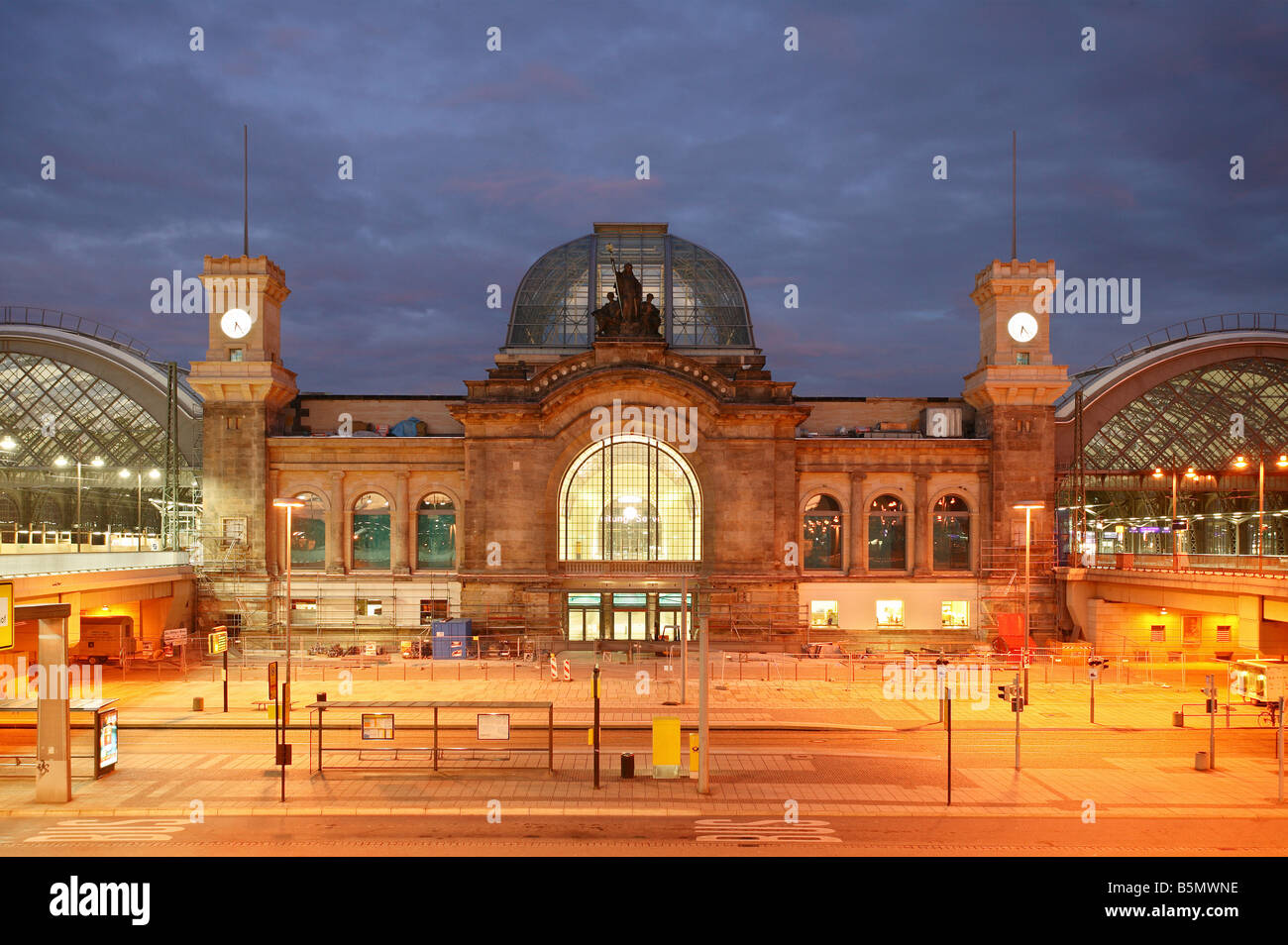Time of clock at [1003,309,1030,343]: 6:23
